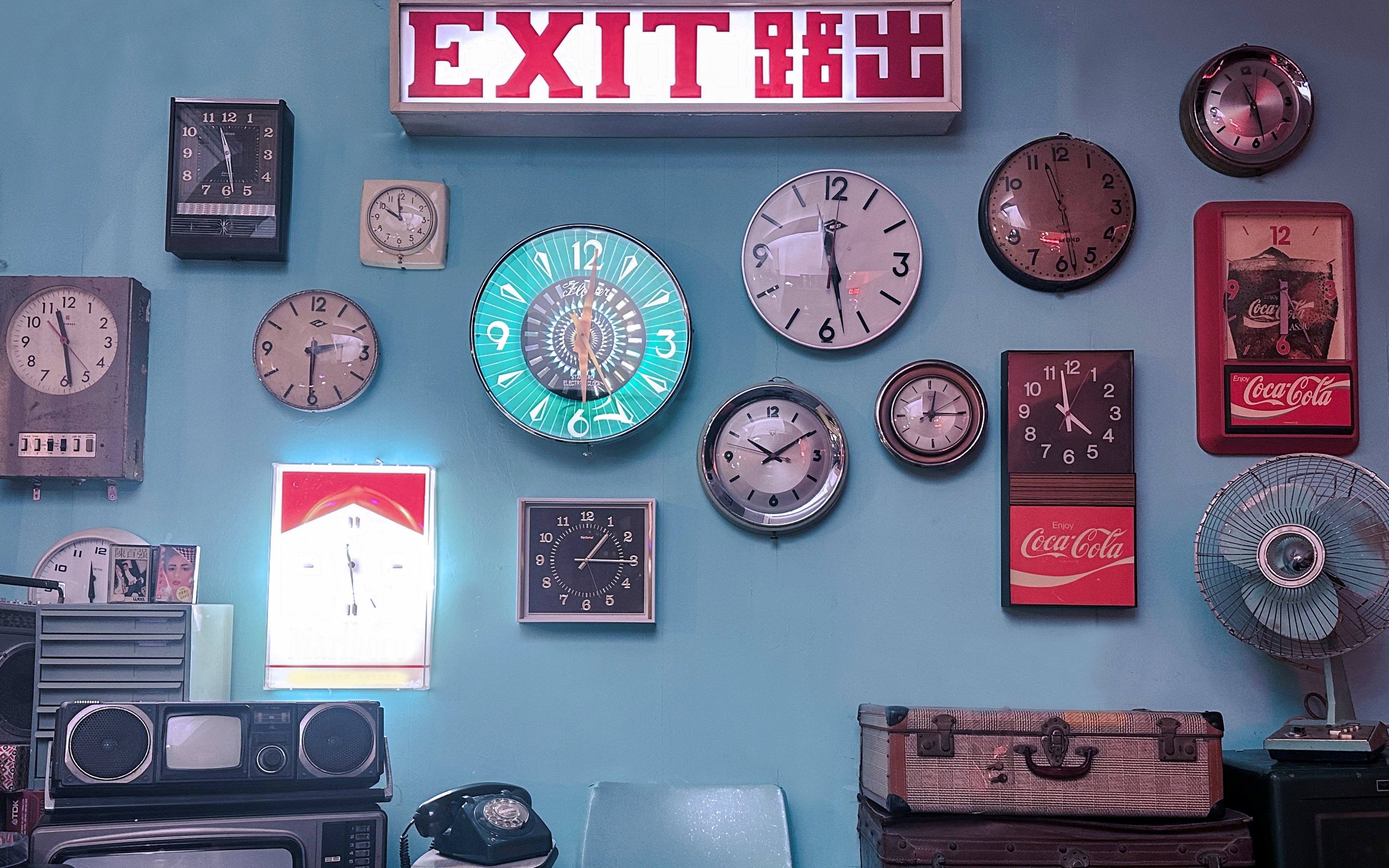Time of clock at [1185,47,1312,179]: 11:28
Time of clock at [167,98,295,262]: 11:28
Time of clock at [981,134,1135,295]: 11:28
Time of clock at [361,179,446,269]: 9:58
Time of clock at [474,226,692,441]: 5:01
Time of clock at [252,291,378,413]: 2:30
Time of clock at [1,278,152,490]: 11:28
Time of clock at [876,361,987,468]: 12:15
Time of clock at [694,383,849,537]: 10:09
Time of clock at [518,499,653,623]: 1:15
